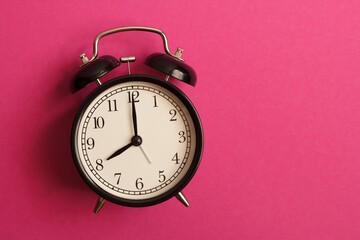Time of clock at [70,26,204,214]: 8:00
